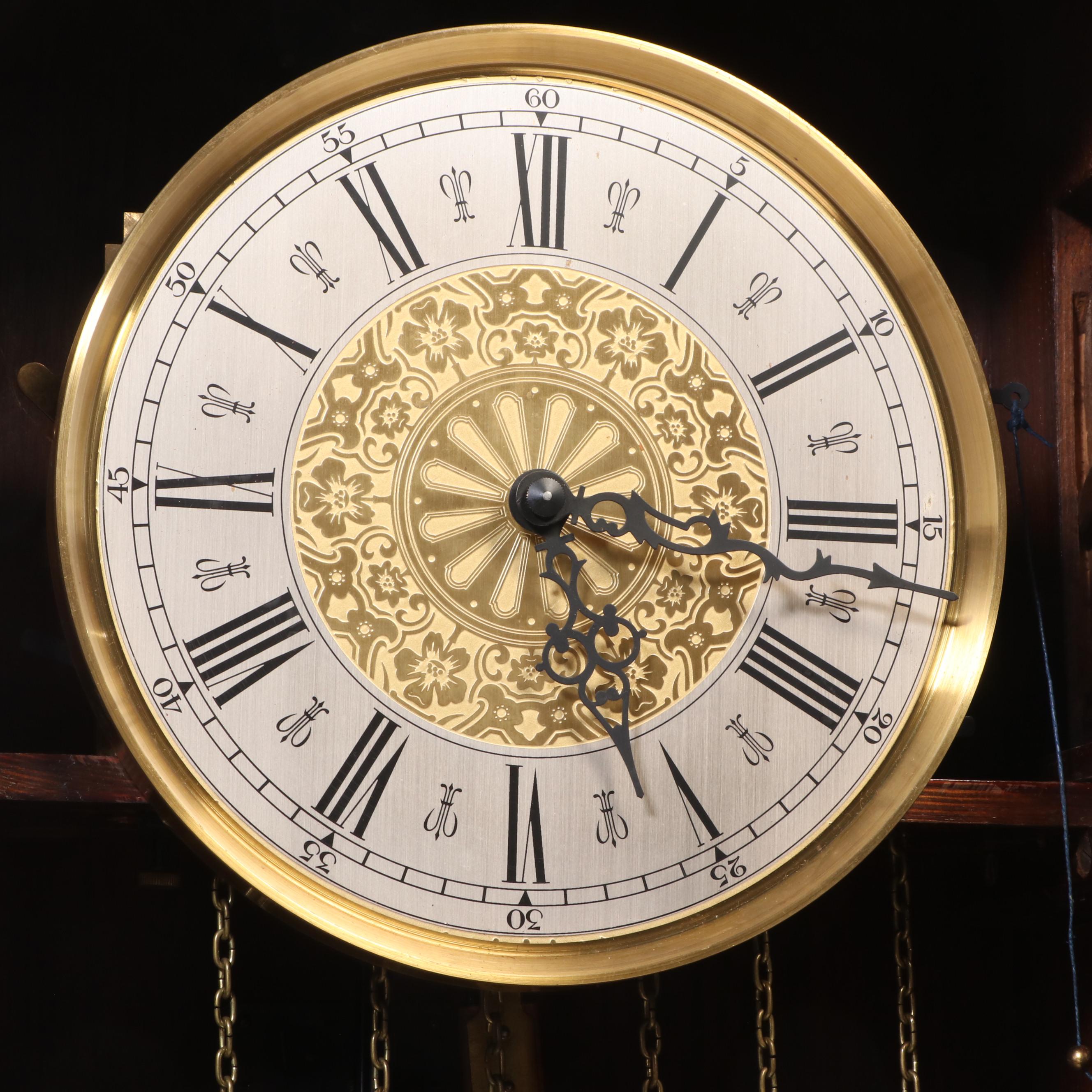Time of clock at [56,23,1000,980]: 5:15
